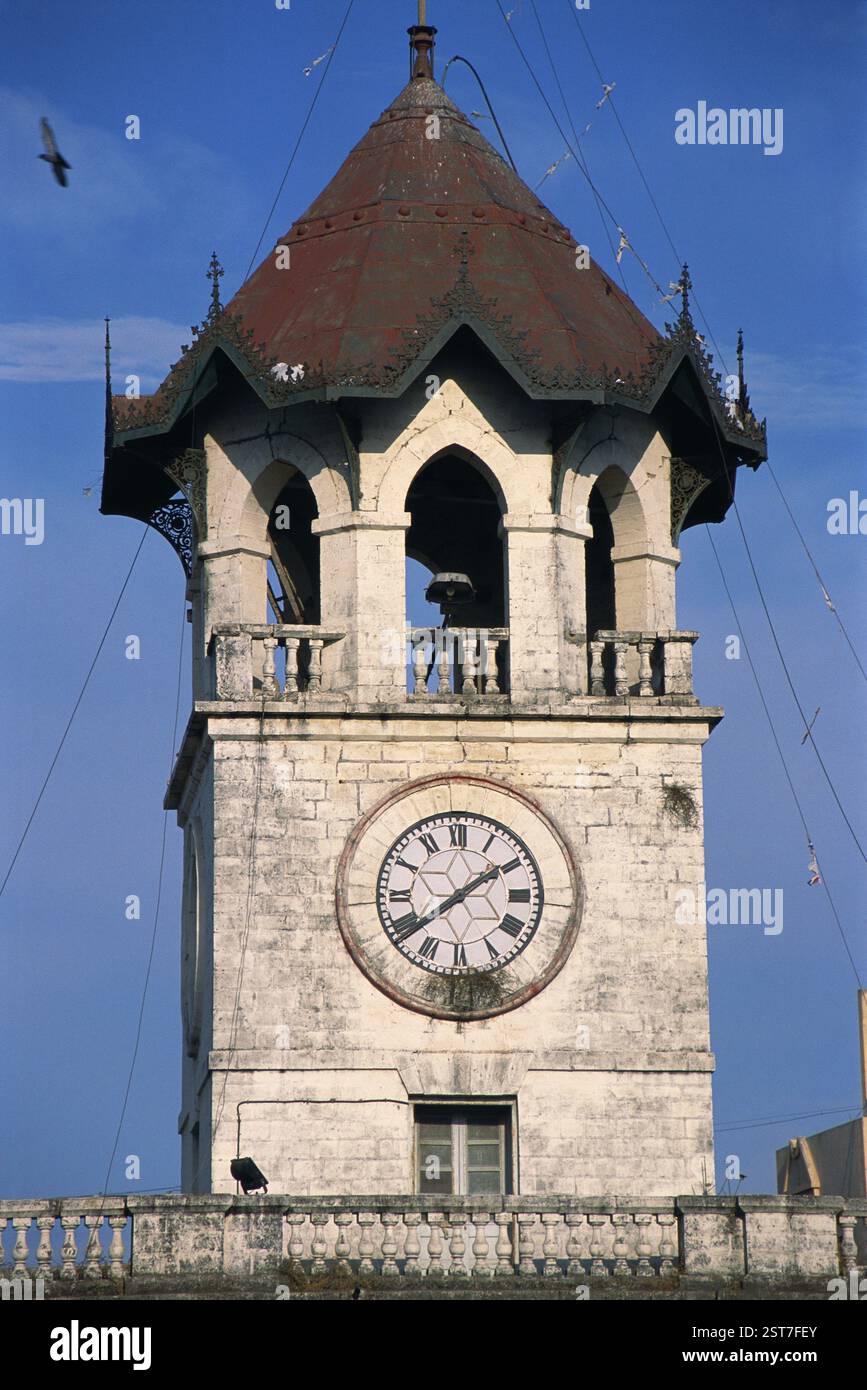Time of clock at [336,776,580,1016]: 1:38
